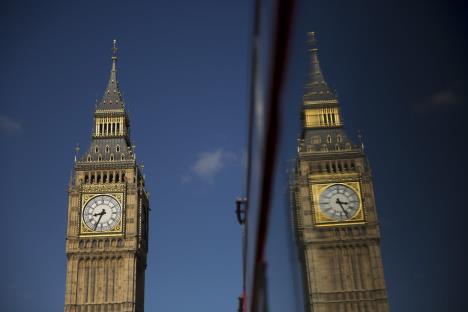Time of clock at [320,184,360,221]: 3:26
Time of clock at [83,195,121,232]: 8:34
